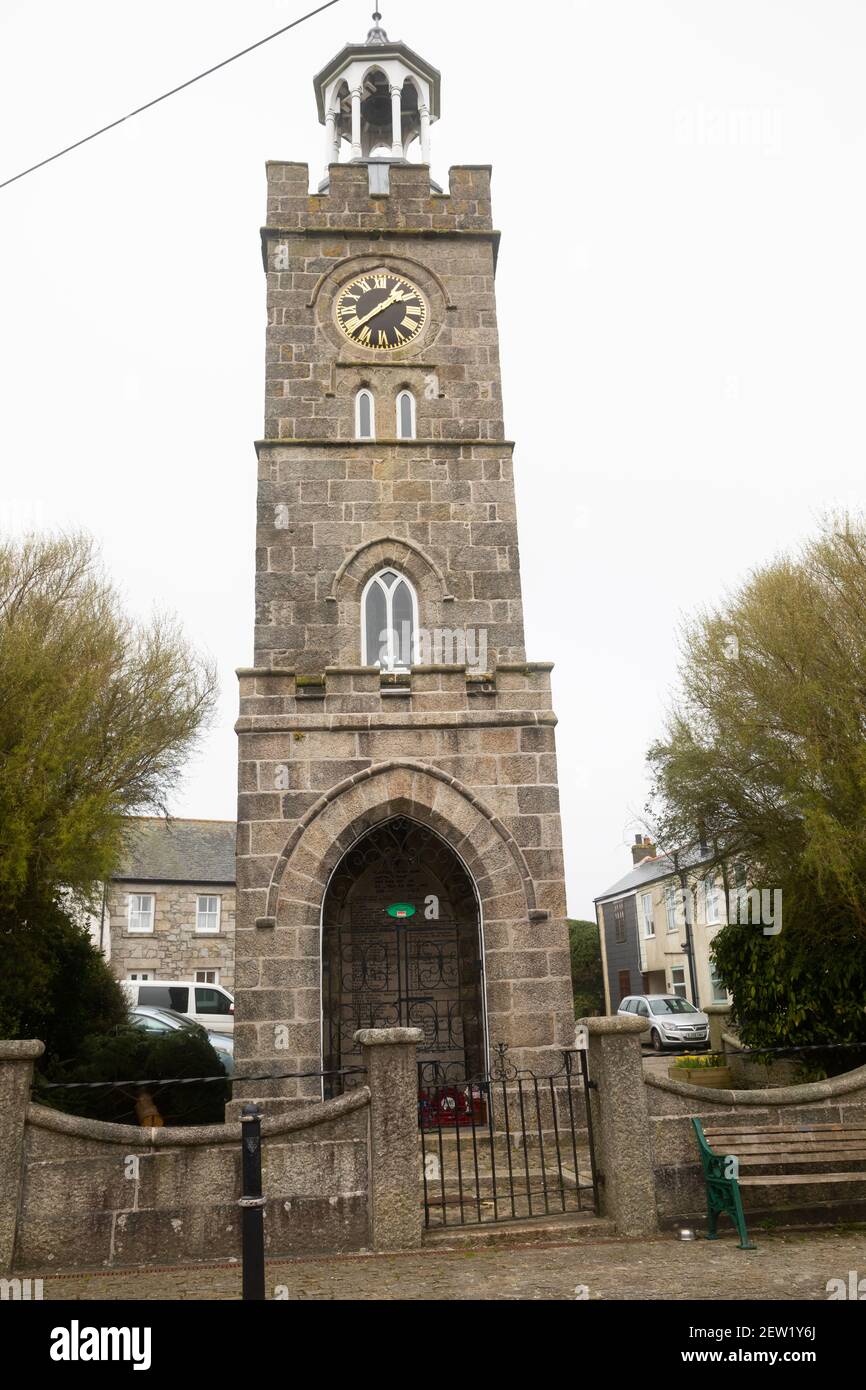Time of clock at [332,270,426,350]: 1:37
